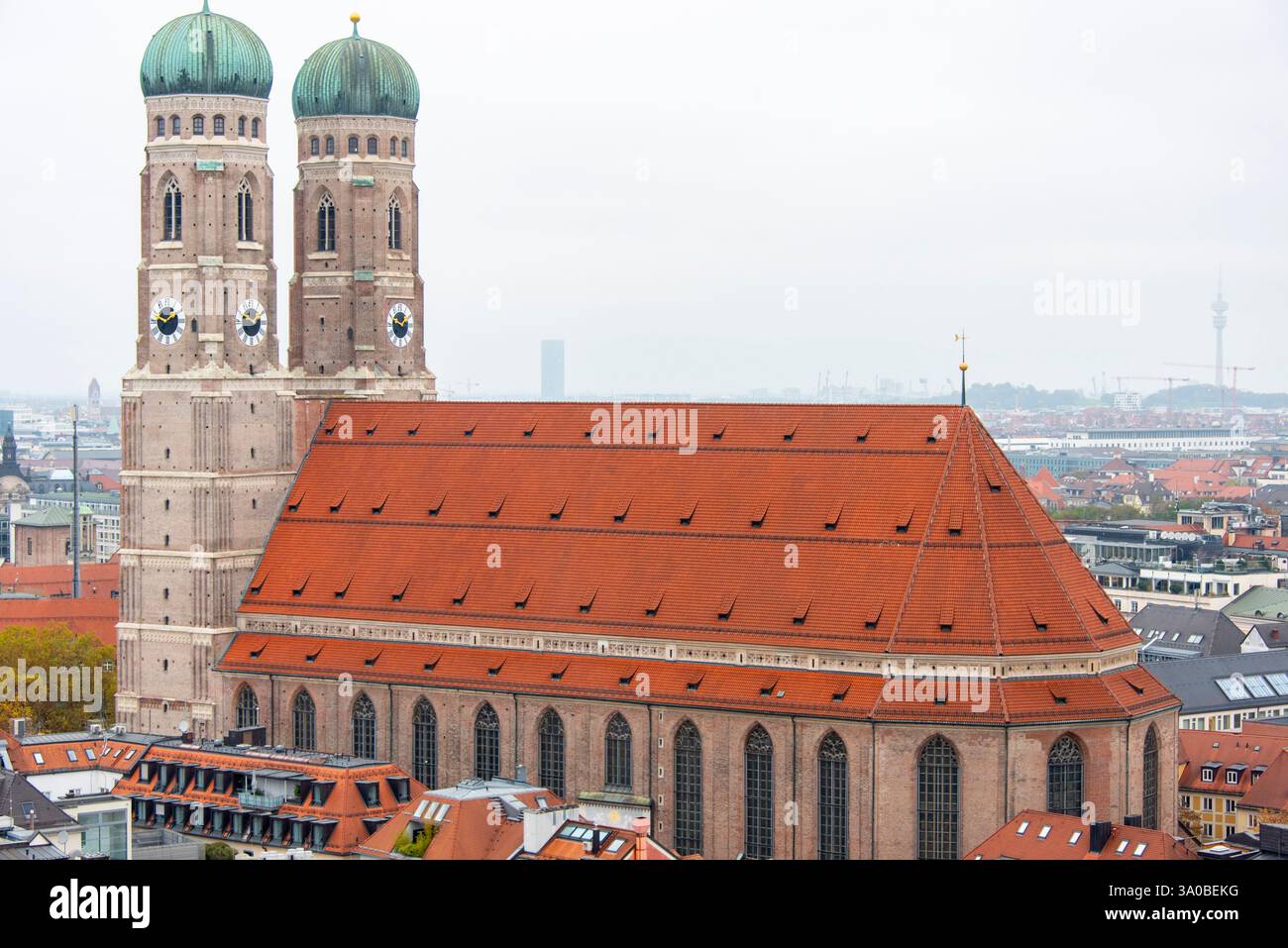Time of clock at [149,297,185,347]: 1:47
